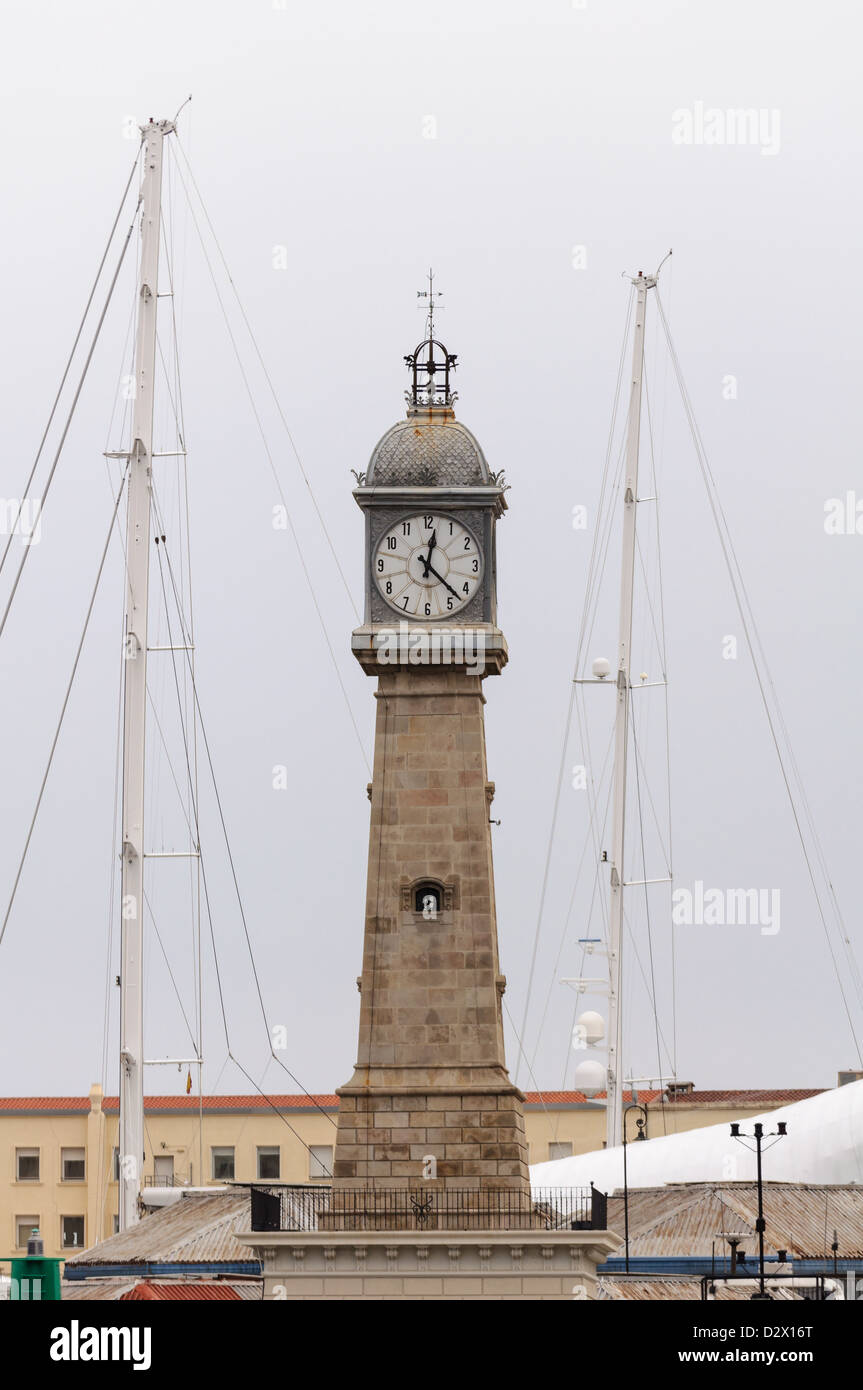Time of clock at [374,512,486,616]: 12:22
